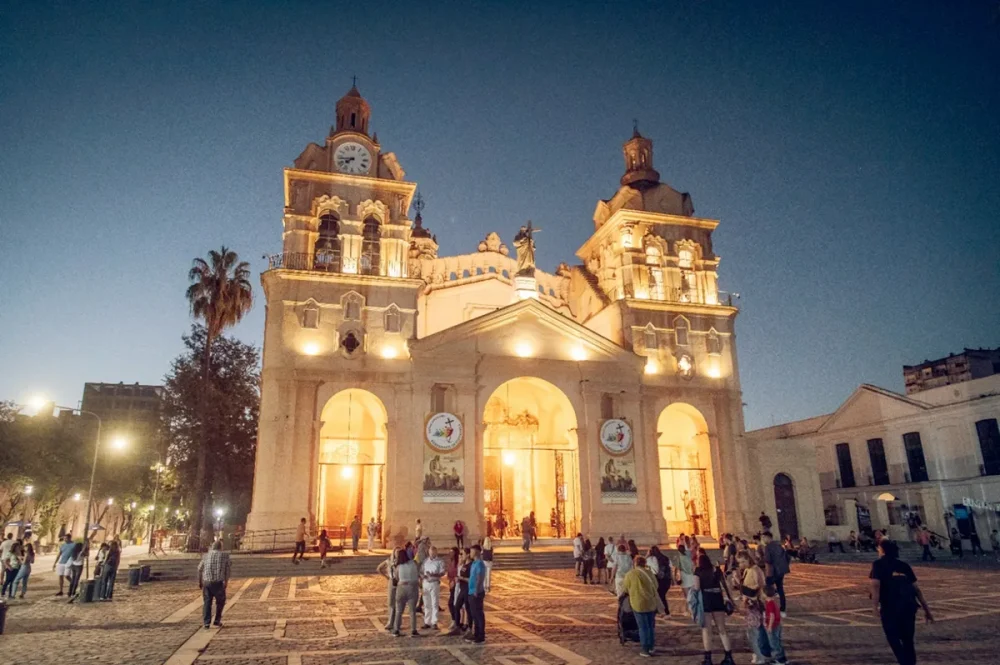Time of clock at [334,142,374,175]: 7:43
